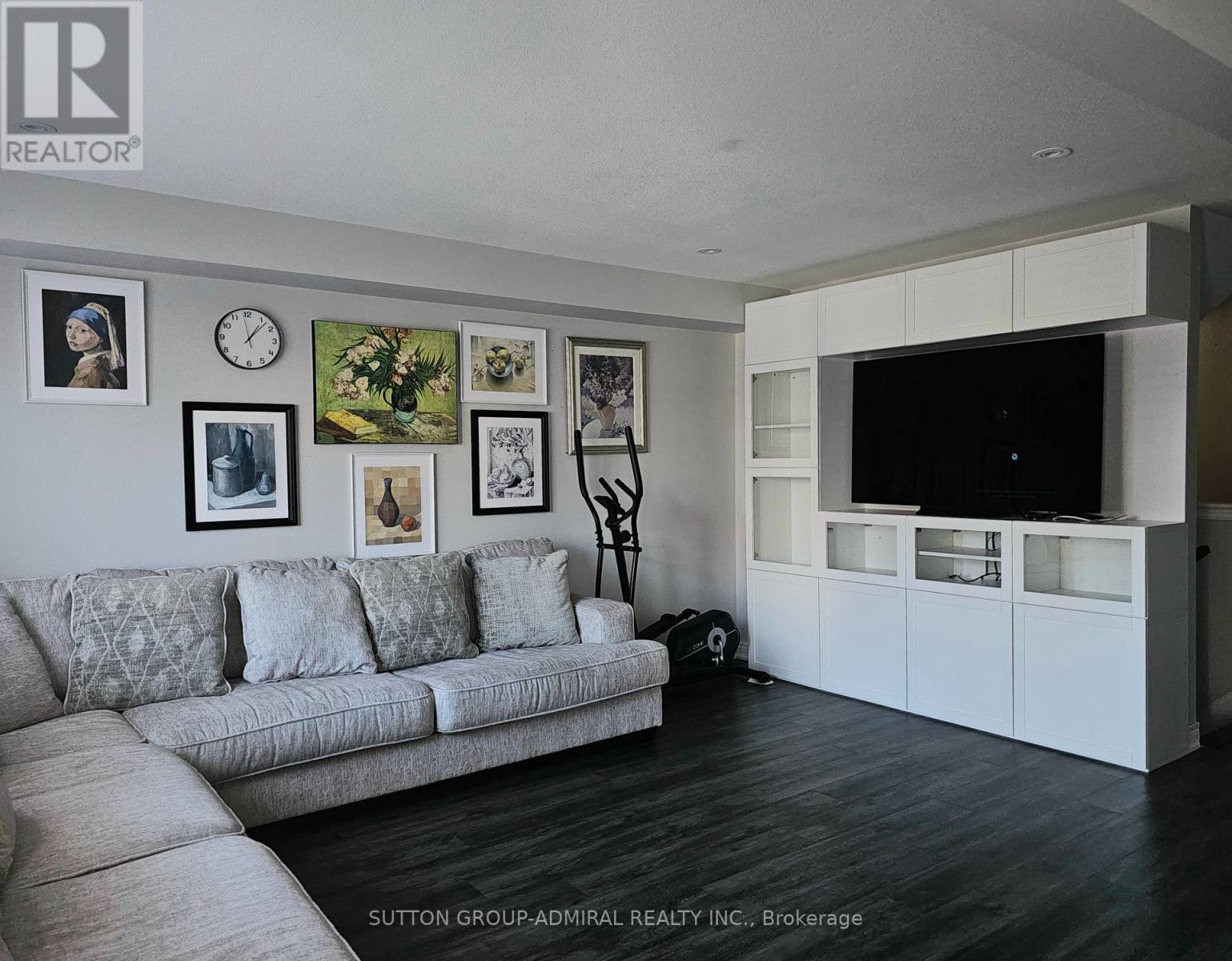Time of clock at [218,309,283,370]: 1:07
